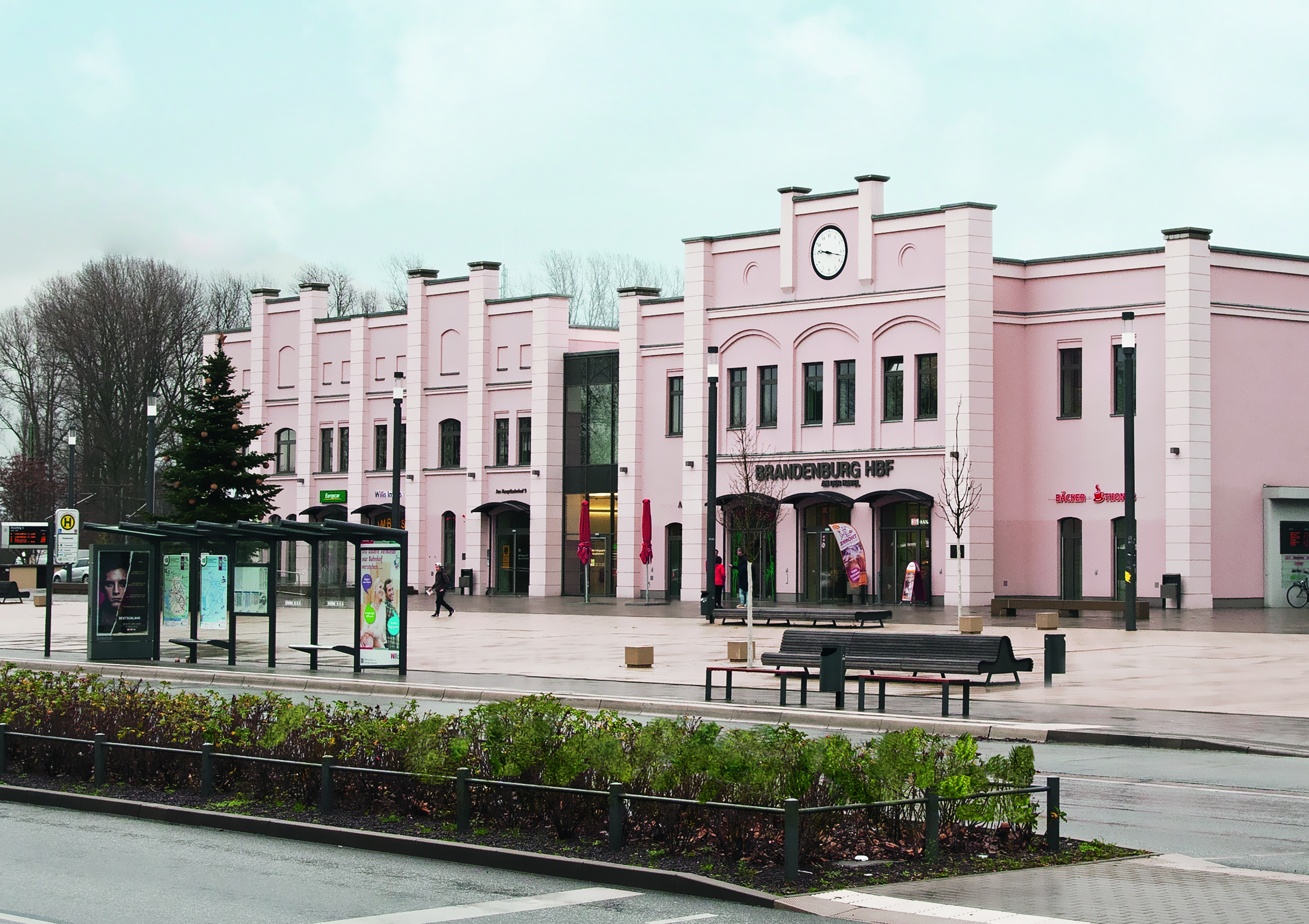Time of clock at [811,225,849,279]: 9:17
